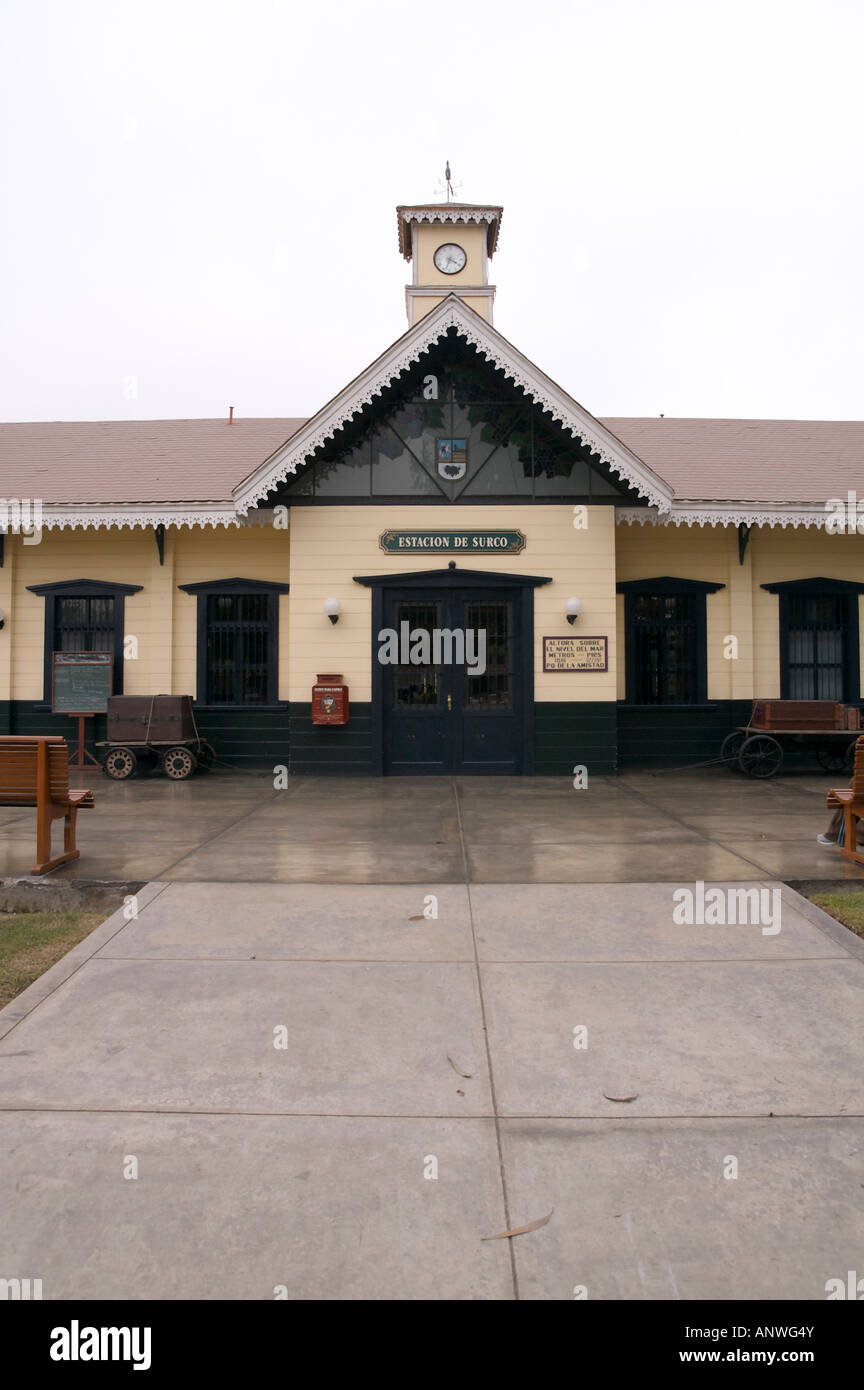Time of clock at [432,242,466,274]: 3:33
